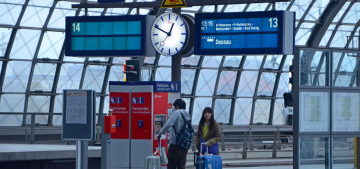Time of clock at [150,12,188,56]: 12:49
